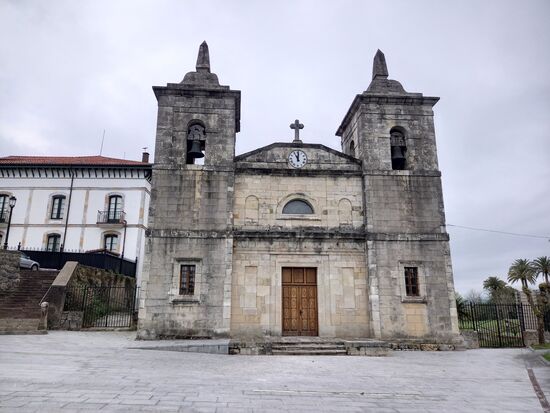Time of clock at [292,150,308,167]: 11:00
